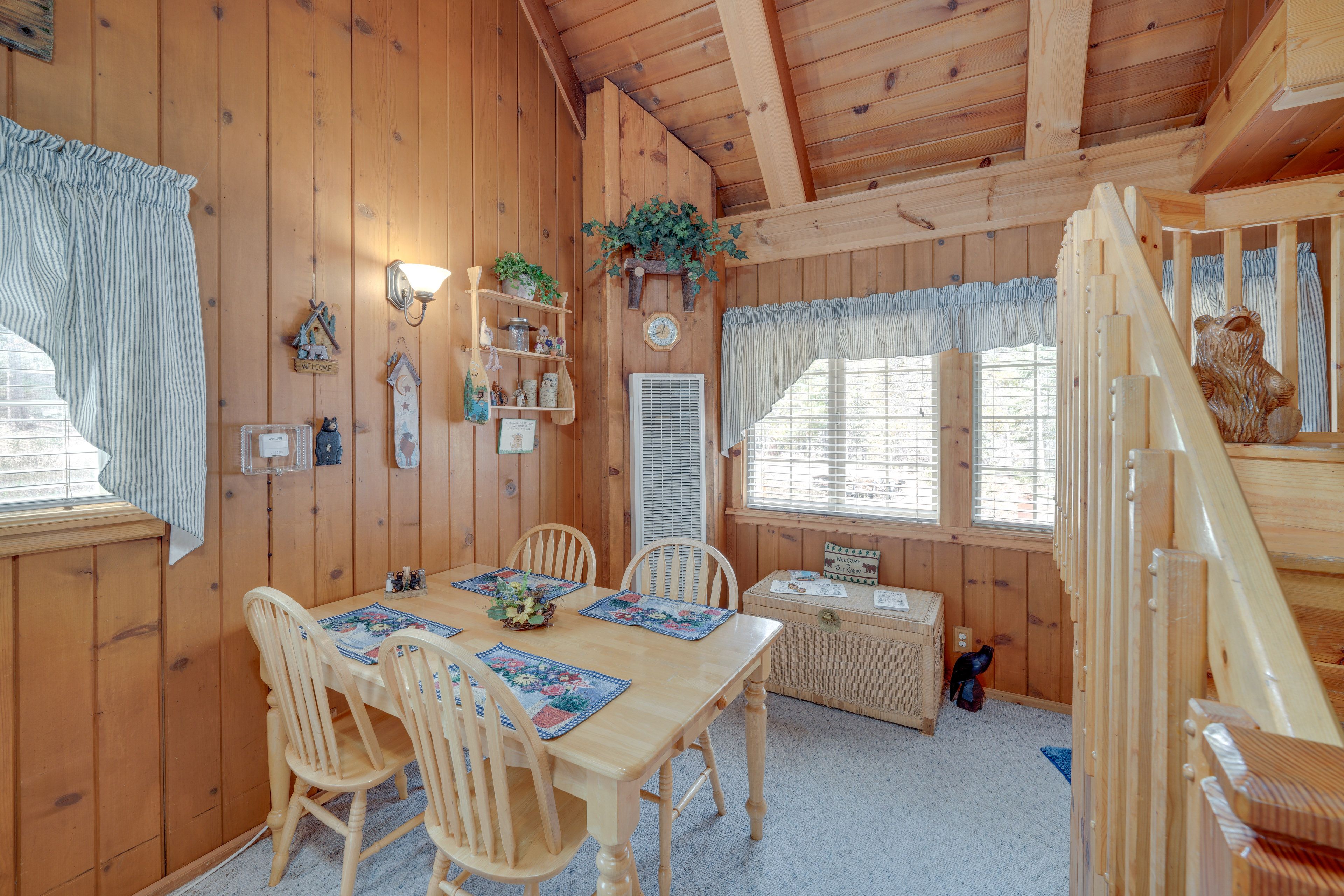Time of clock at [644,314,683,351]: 12:42
